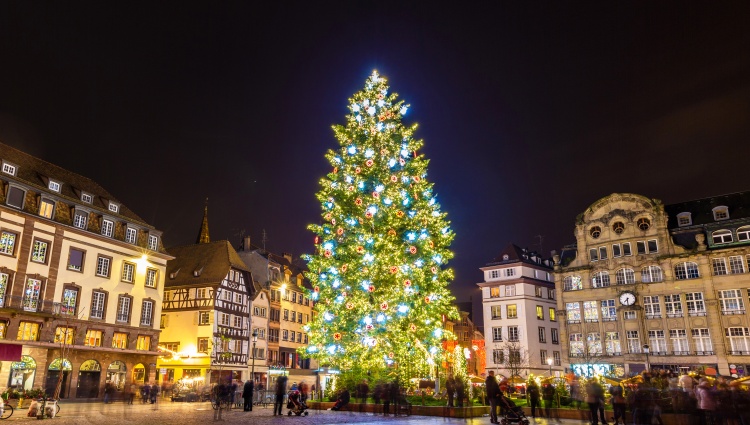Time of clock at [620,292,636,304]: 7:30
